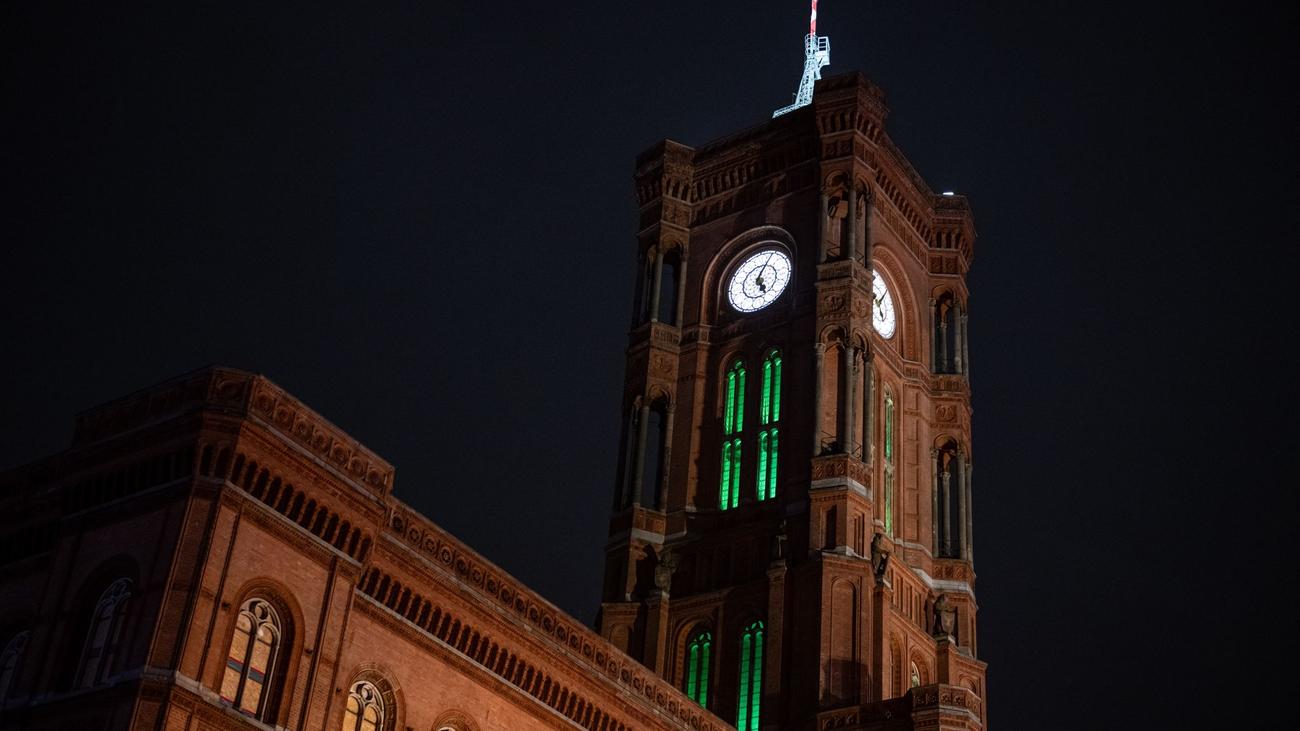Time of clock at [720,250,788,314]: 5:04
